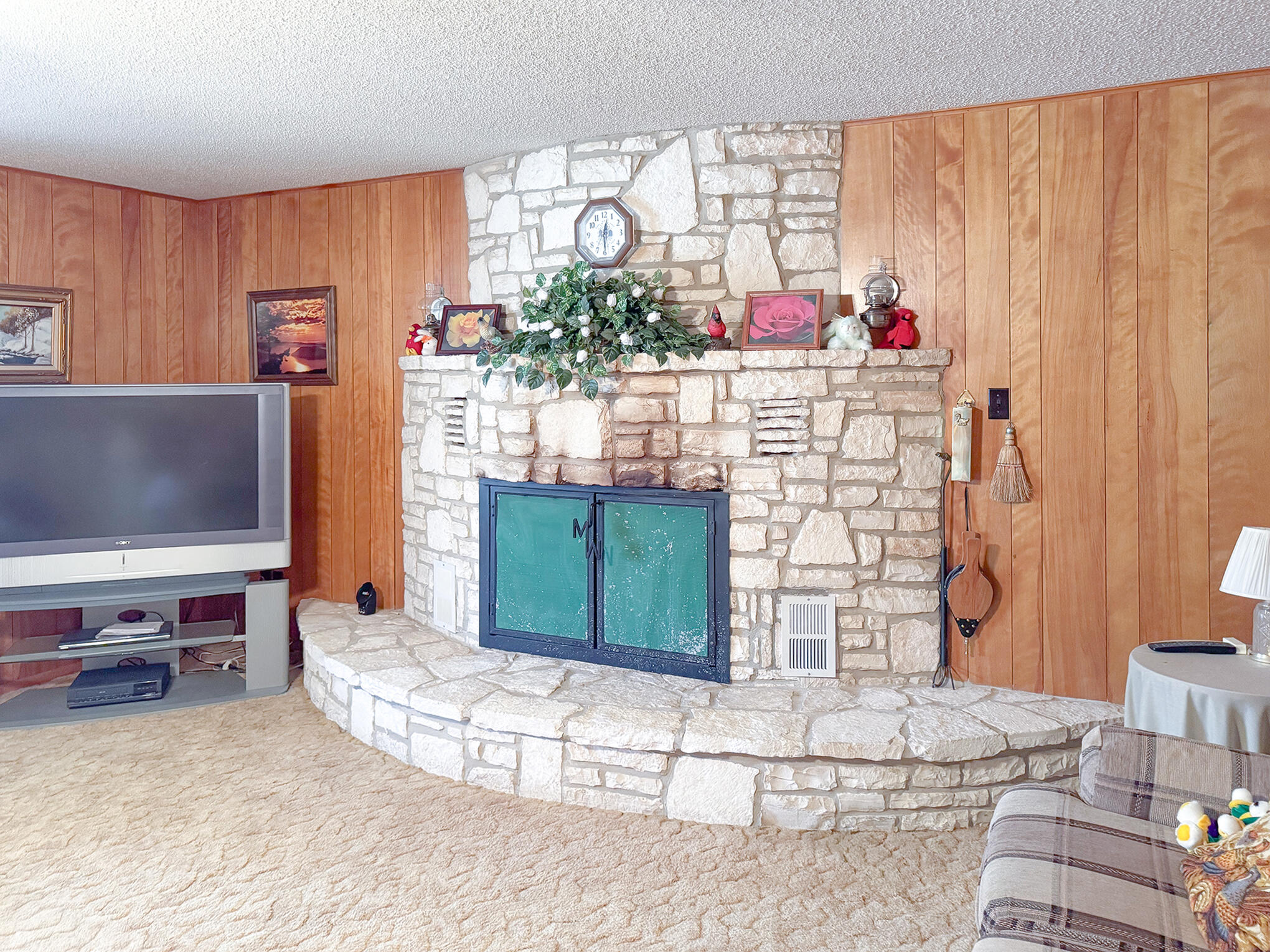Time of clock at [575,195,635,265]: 12:30
